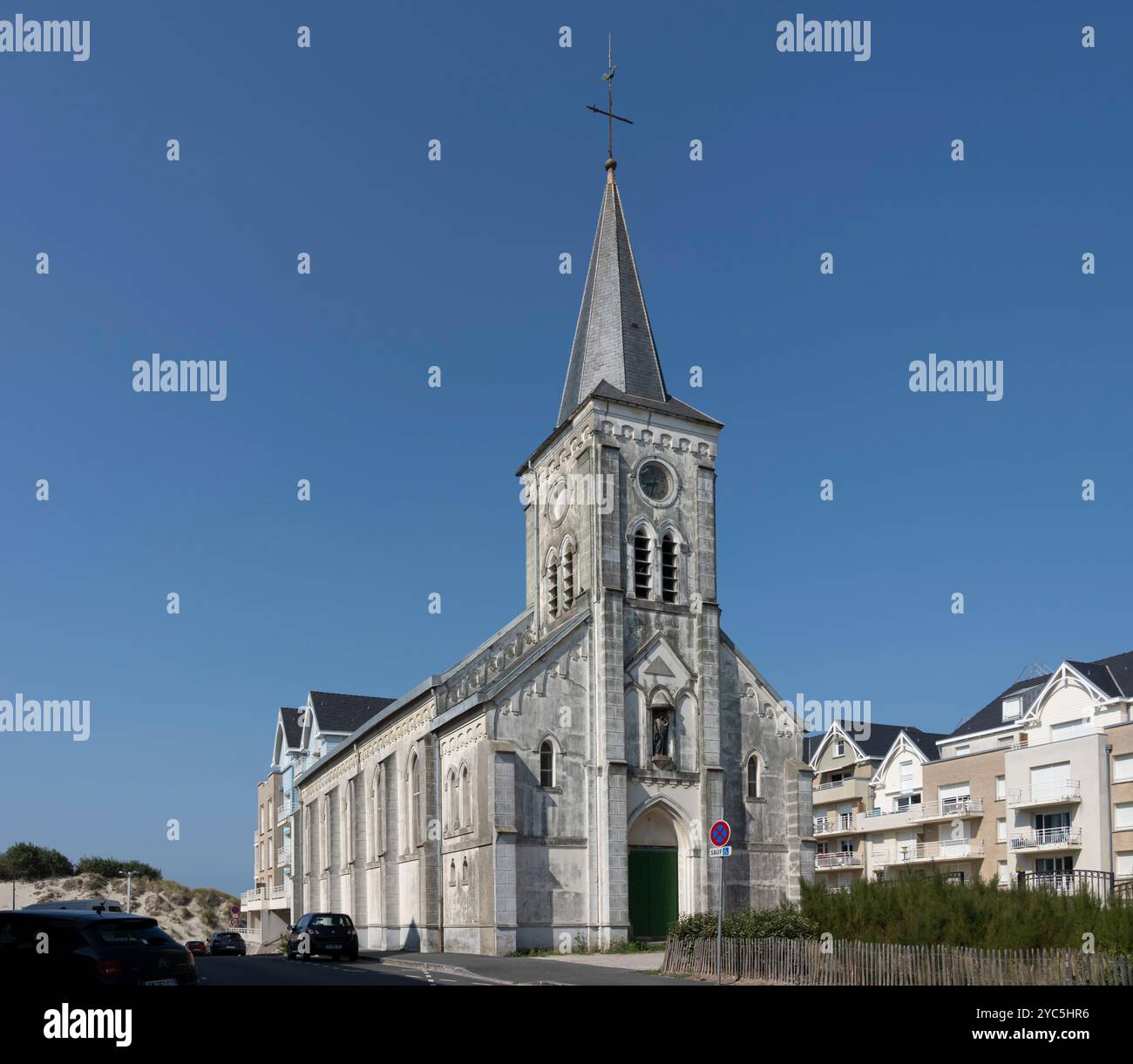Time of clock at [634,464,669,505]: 8:33
